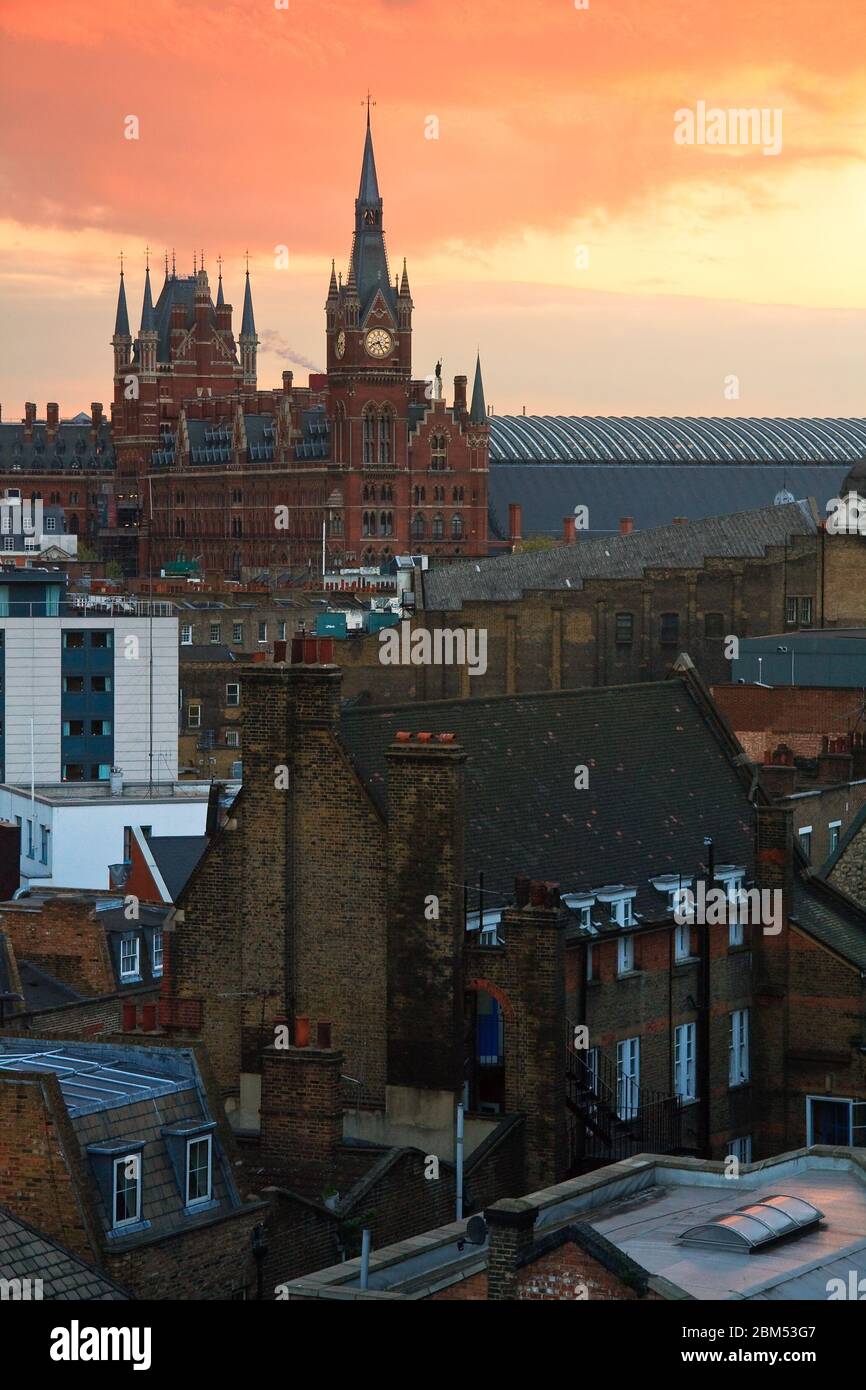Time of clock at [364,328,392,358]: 8:25
